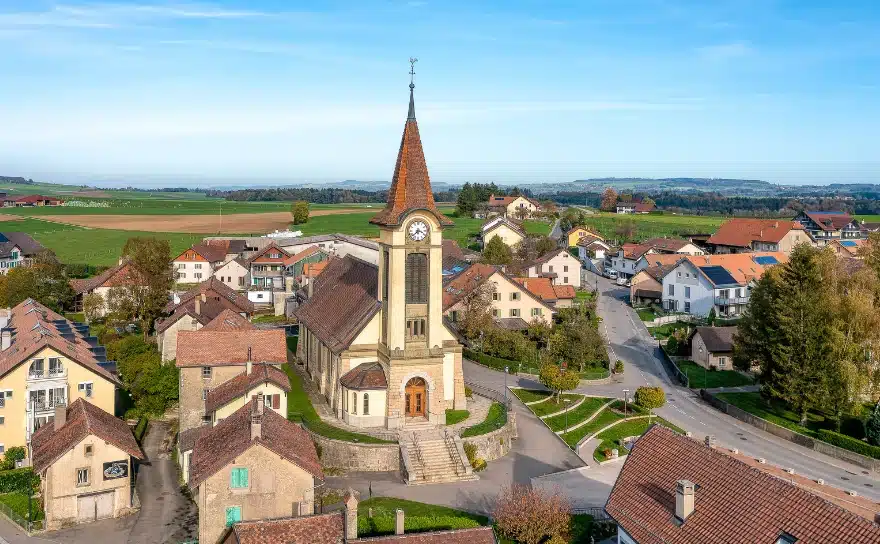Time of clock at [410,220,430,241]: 3:37
